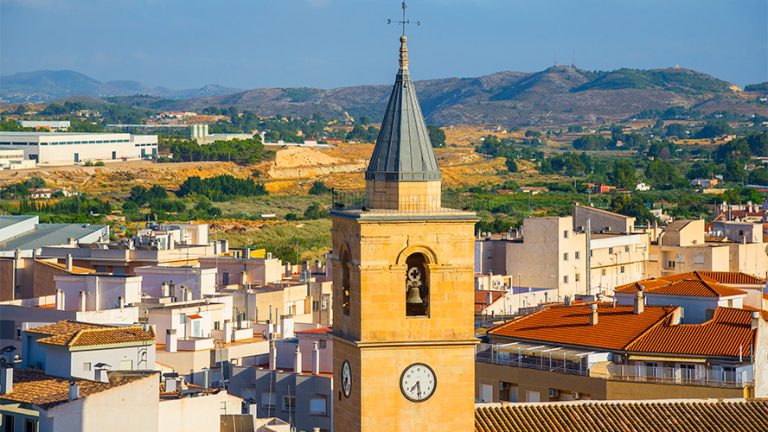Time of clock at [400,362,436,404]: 7:28
